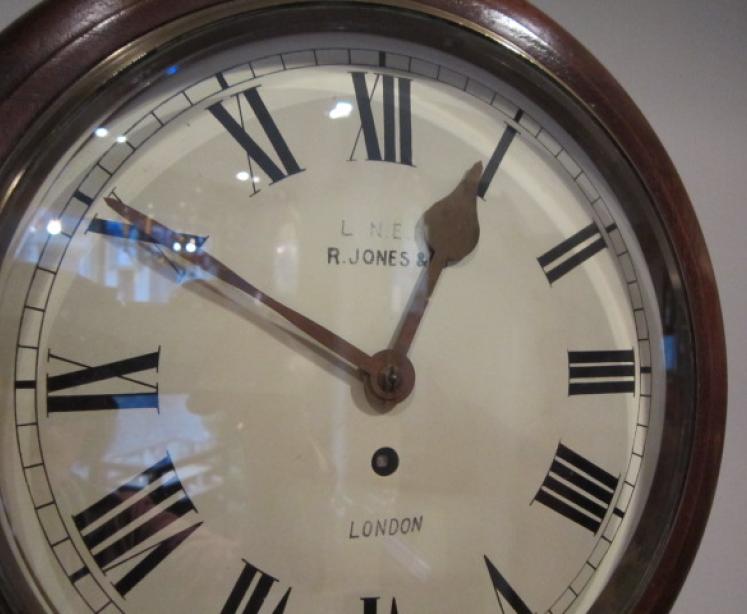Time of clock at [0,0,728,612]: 12:50
